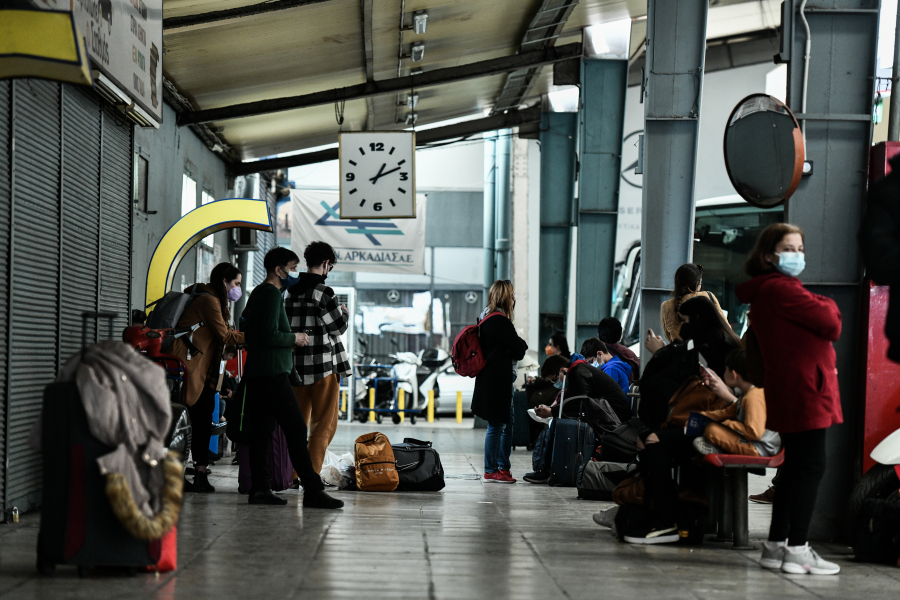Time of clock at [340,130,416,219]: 1:11
